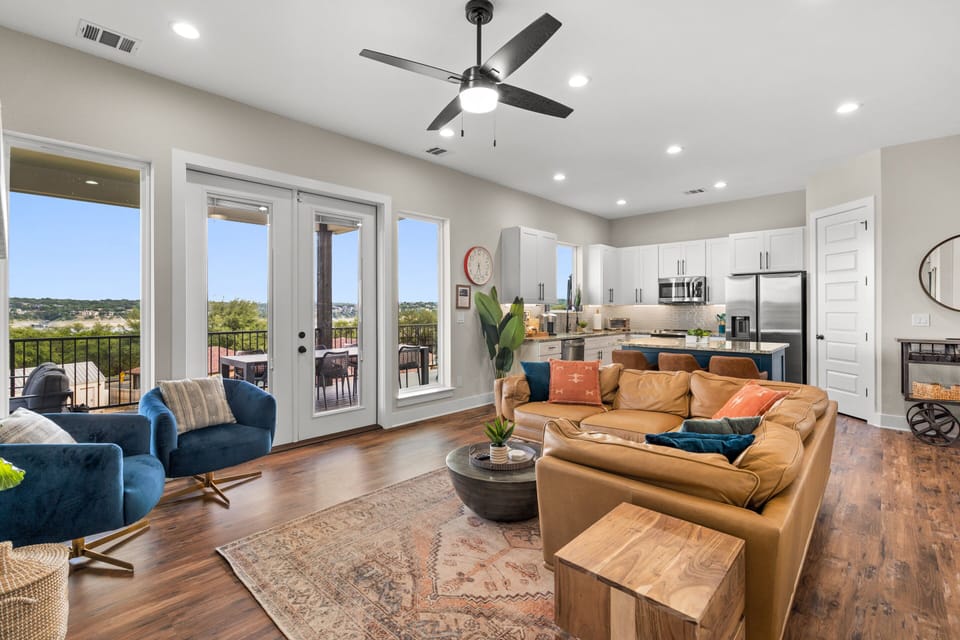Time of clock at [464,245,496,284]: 5:33
